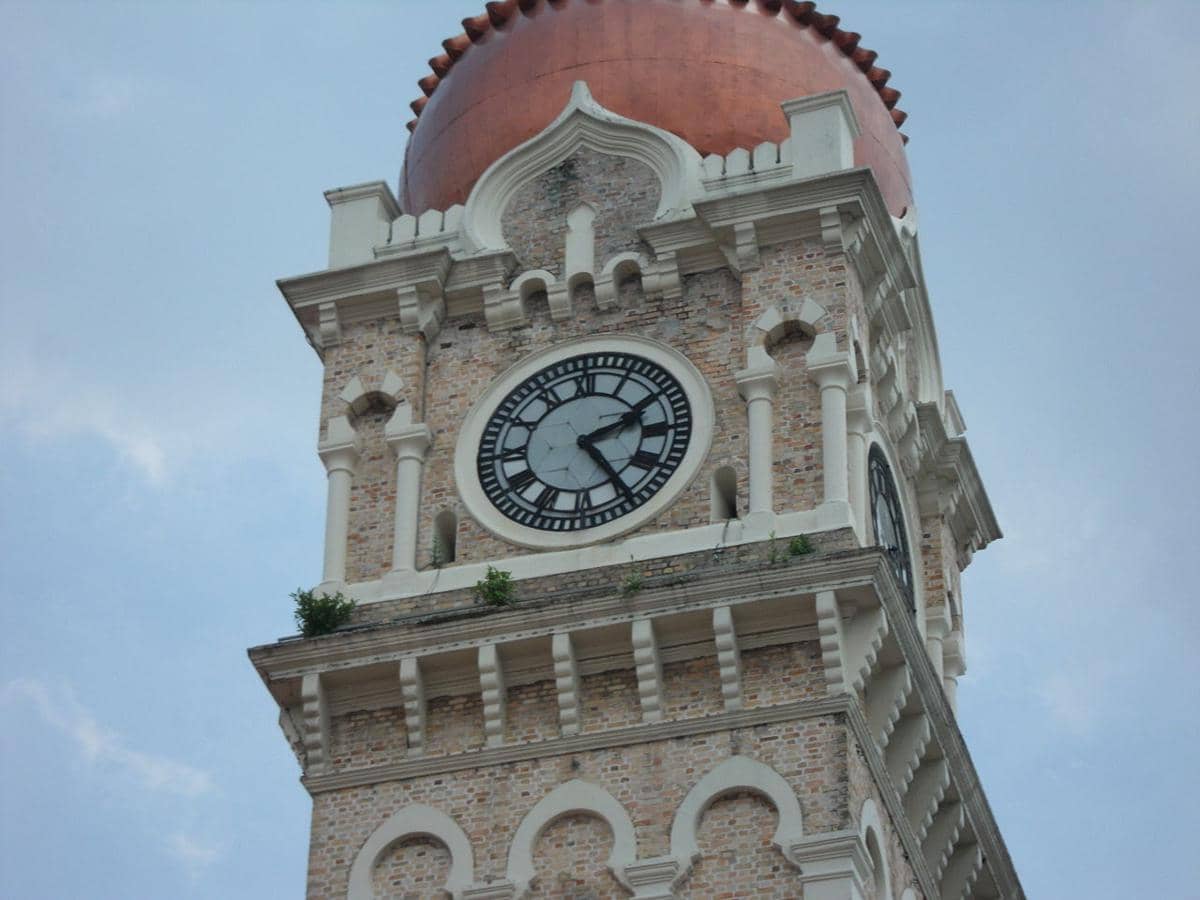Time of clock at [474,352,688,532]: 2:24
